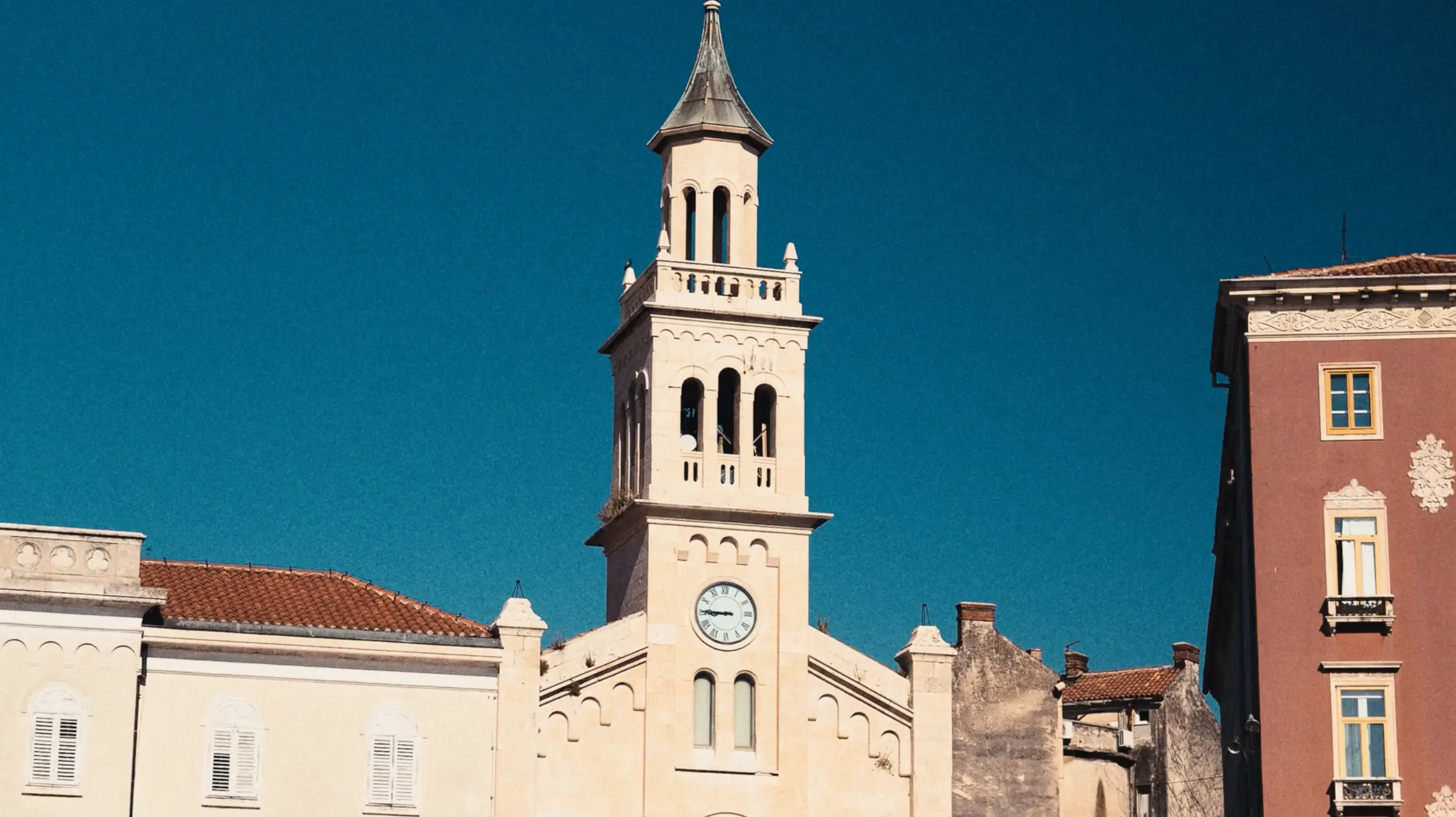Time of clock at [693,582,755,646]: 8:45
